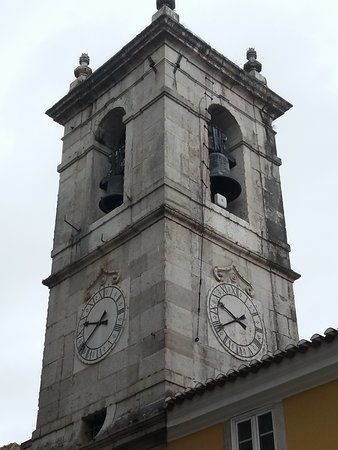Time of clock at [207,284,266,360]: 9:40
